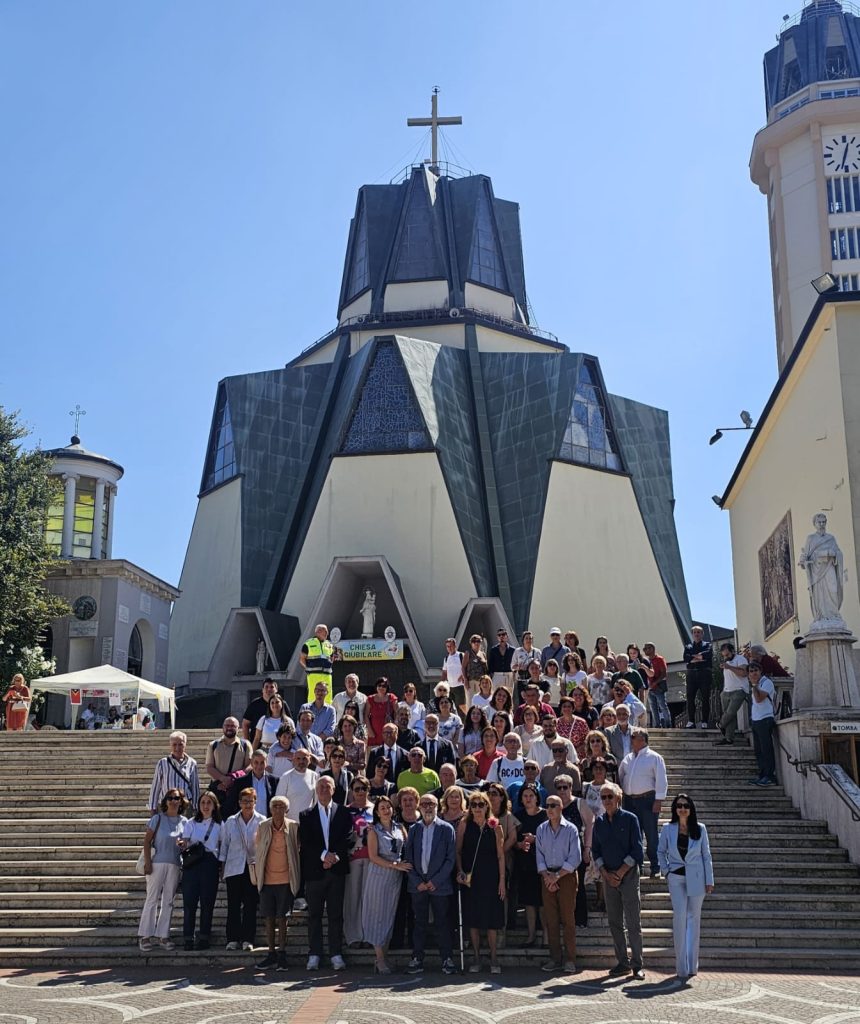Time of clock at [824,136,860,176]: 12:32
